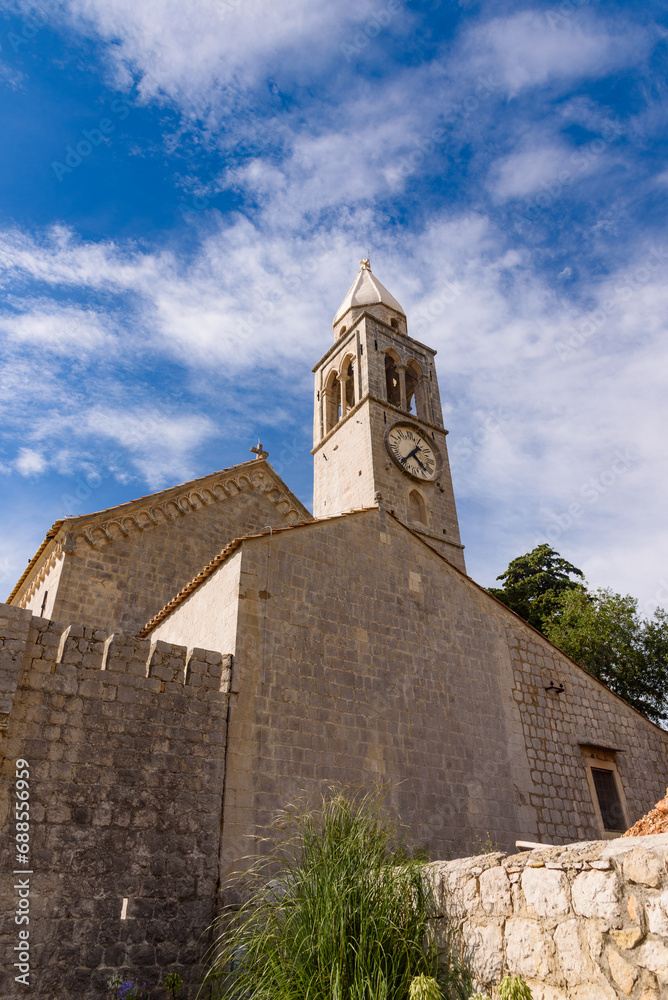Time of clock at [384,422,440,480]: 4:37
